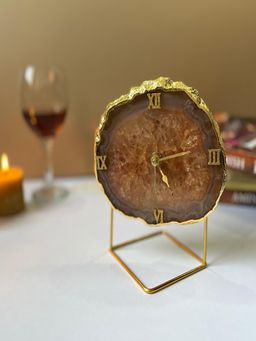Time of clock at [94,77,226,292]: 5:12
